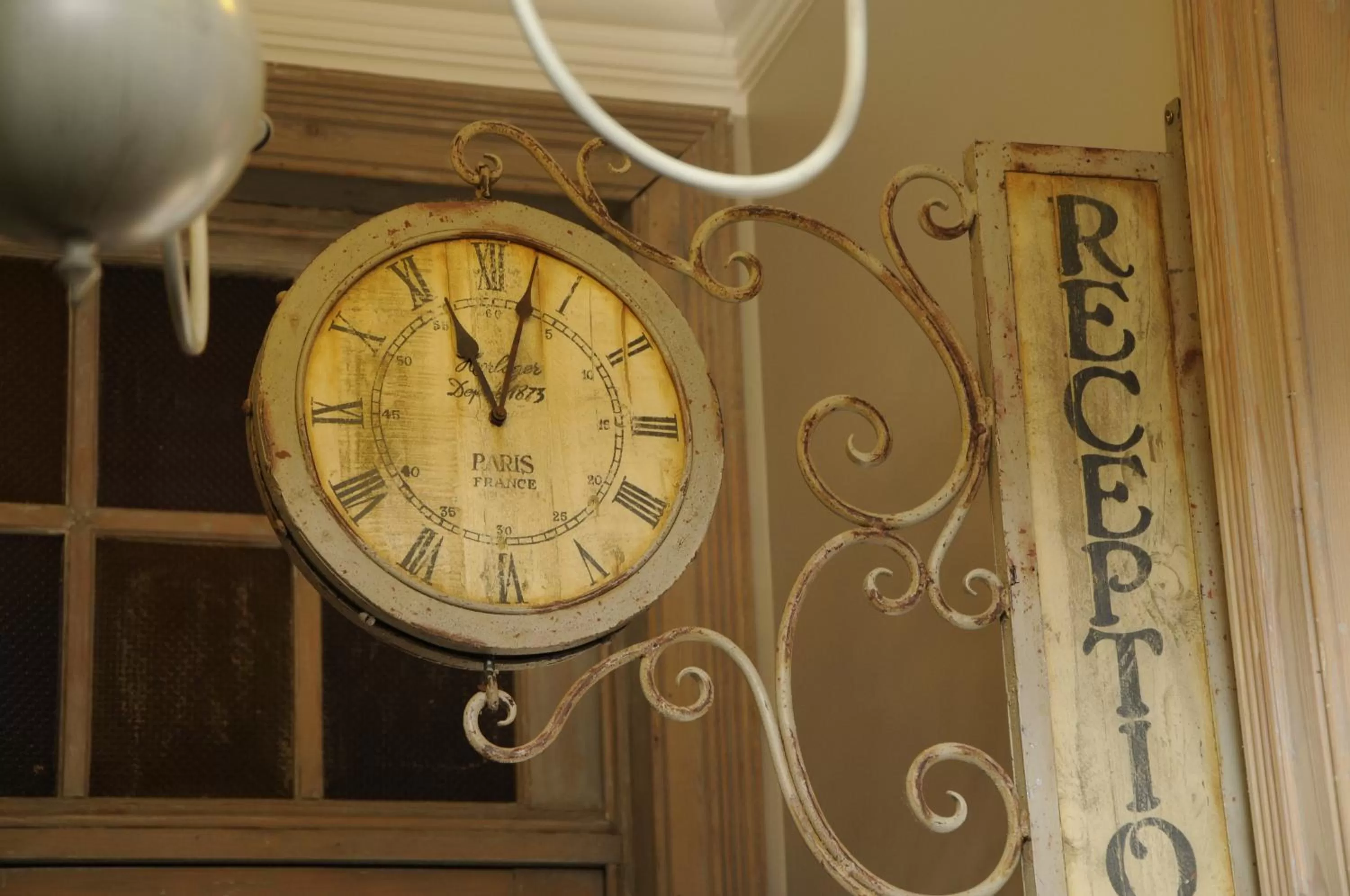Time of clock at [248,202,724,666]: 11:02
